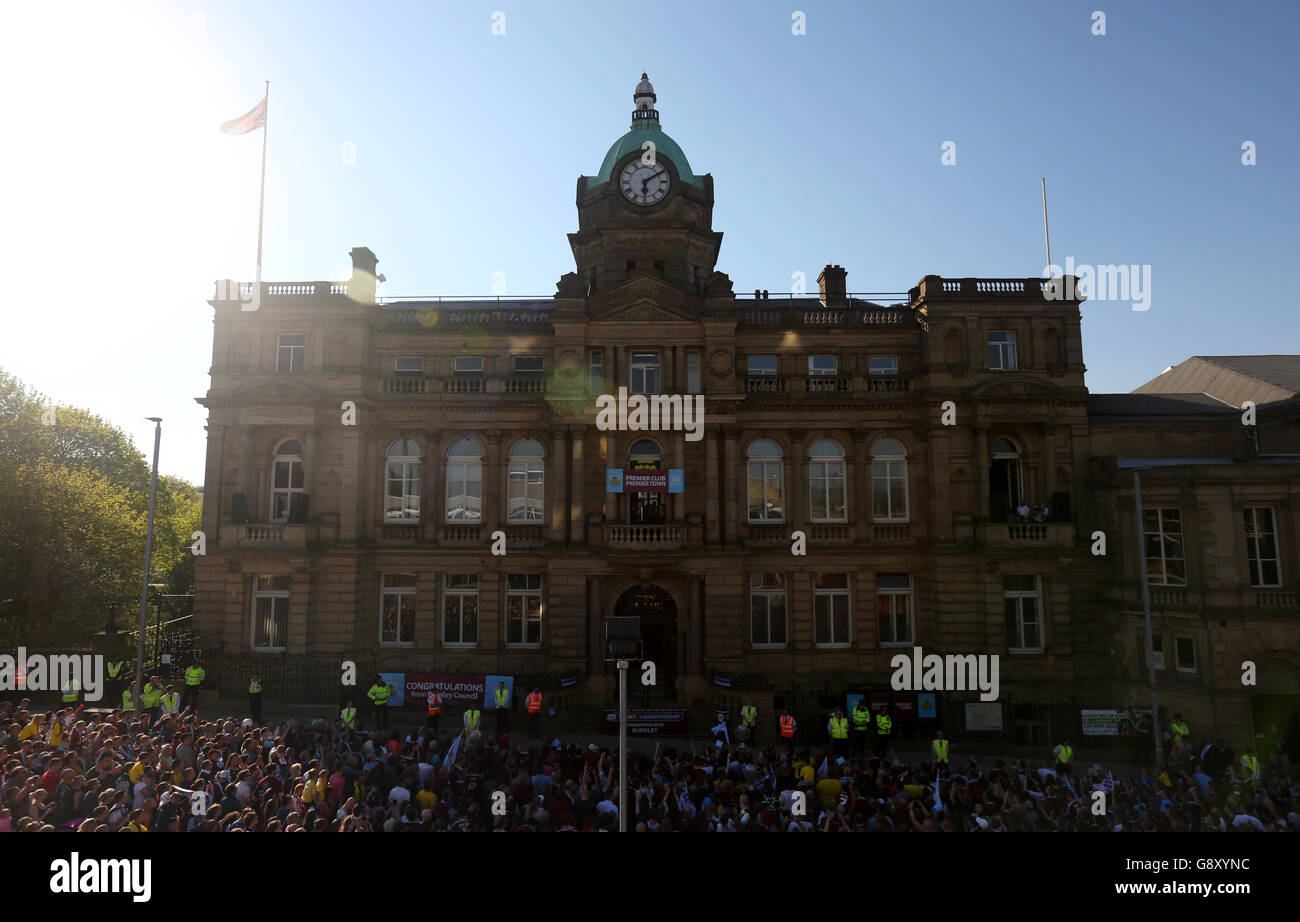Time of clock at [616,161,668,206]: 6:10
